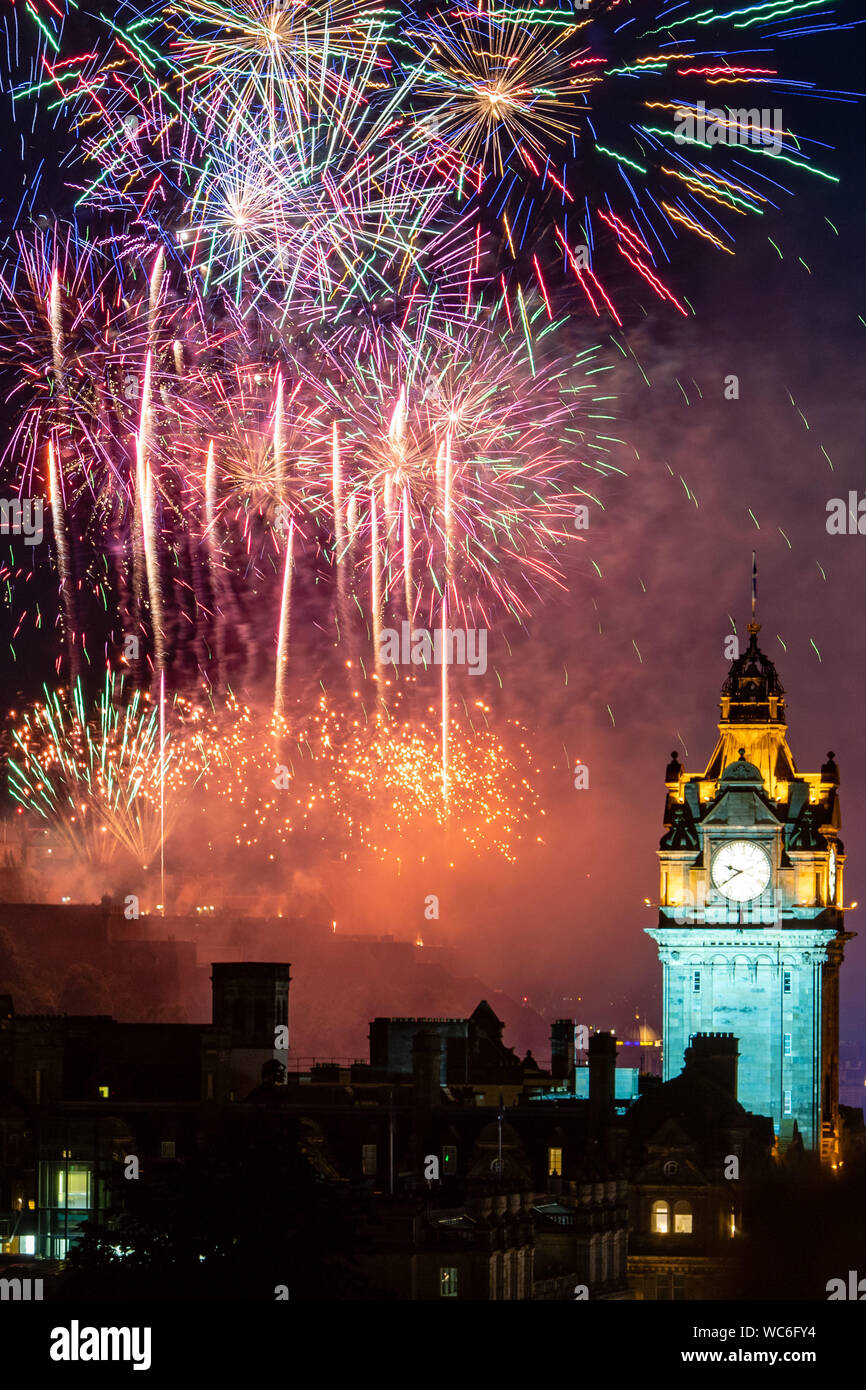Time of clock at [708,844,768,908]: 9:39
